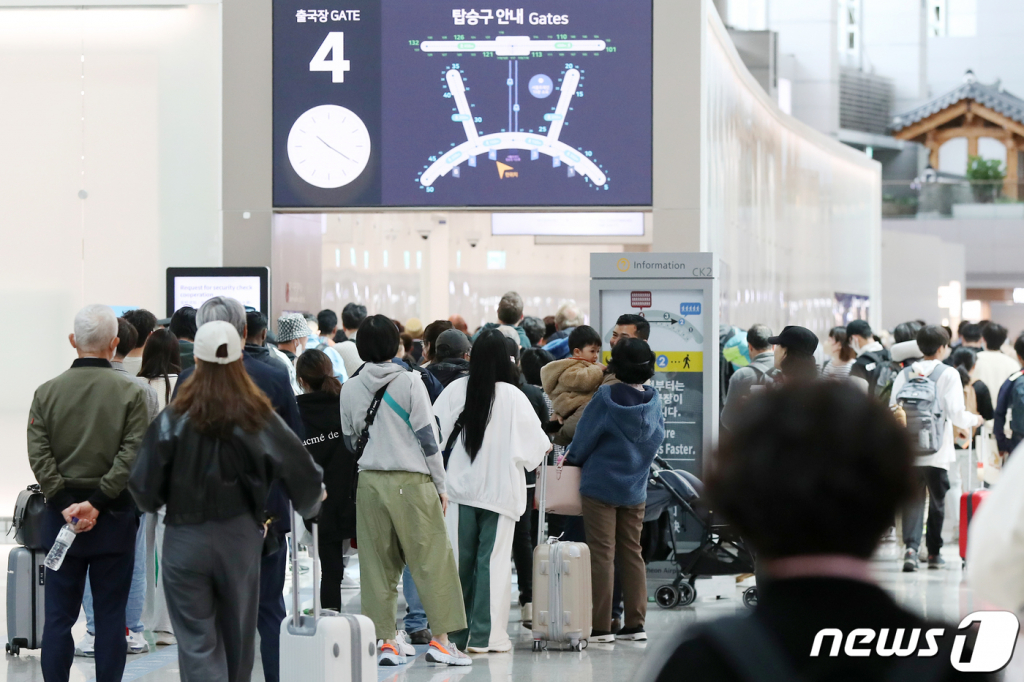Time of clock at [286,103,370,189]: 10:20
